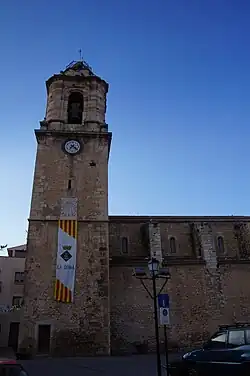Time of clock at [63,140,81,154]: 7:22
